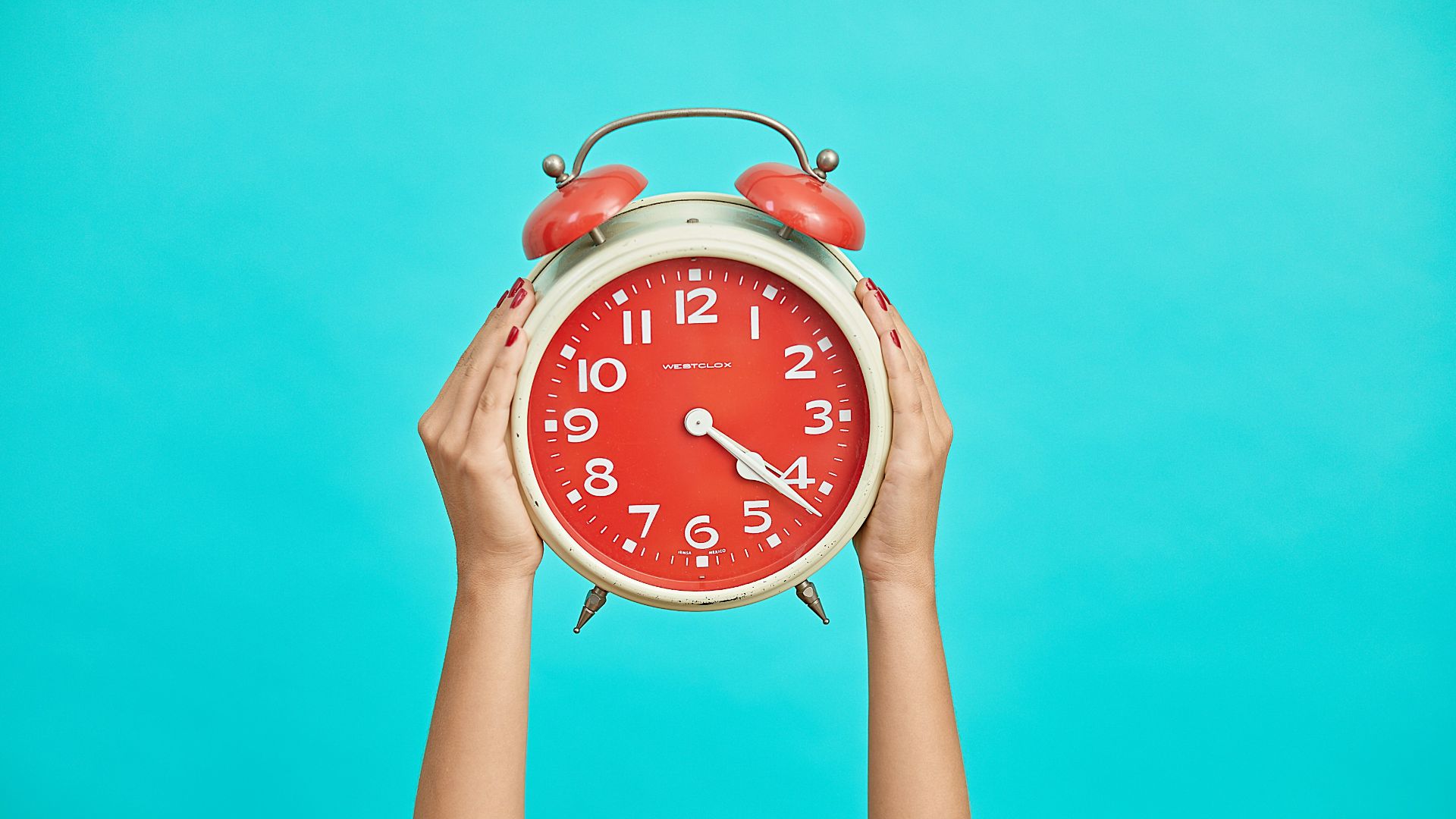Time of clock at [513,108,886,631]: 4:20
